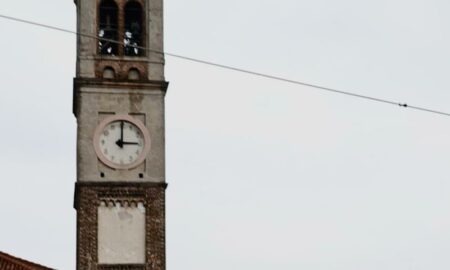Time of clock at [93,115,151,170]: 3:00
